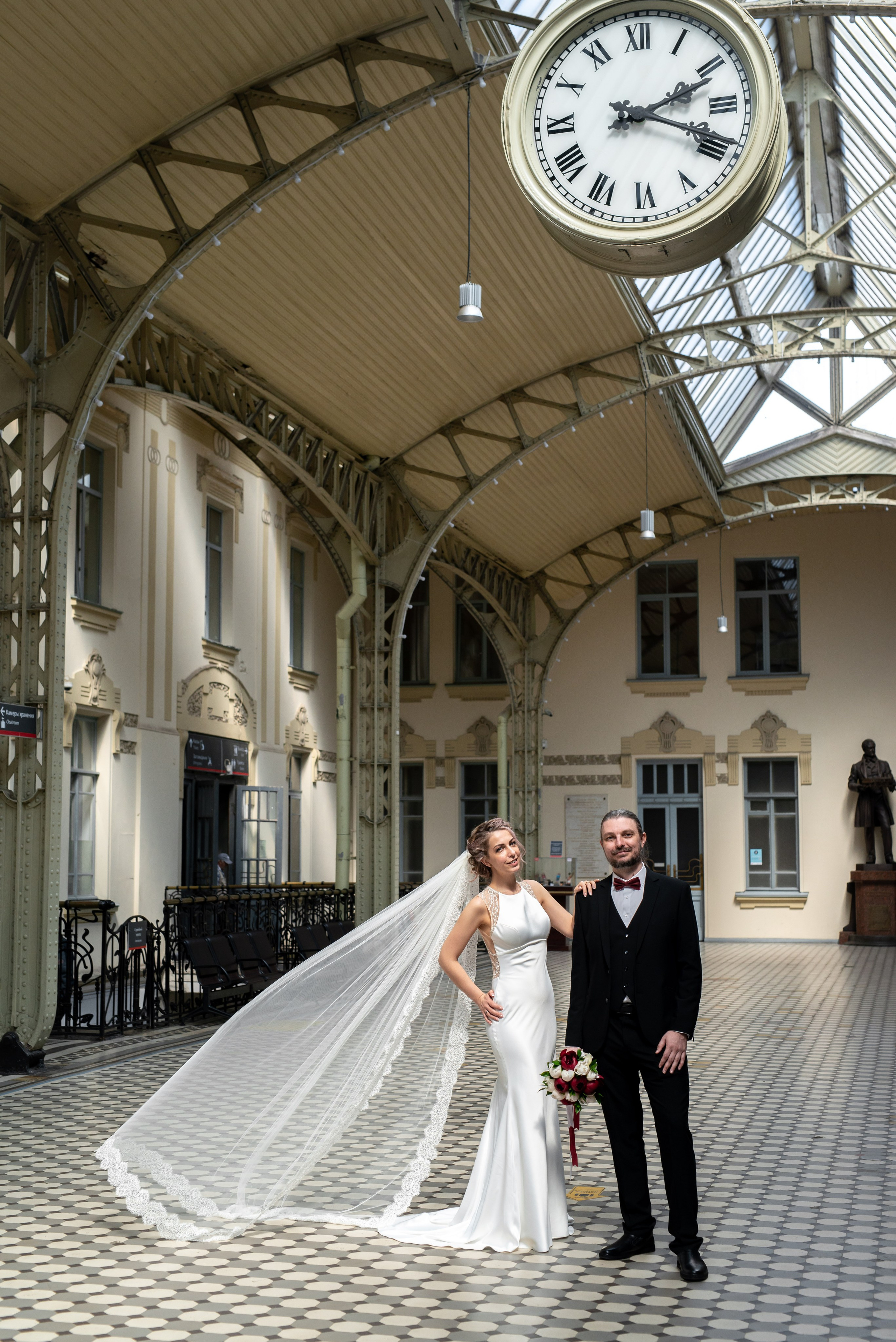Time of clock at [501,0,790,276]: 2:18
